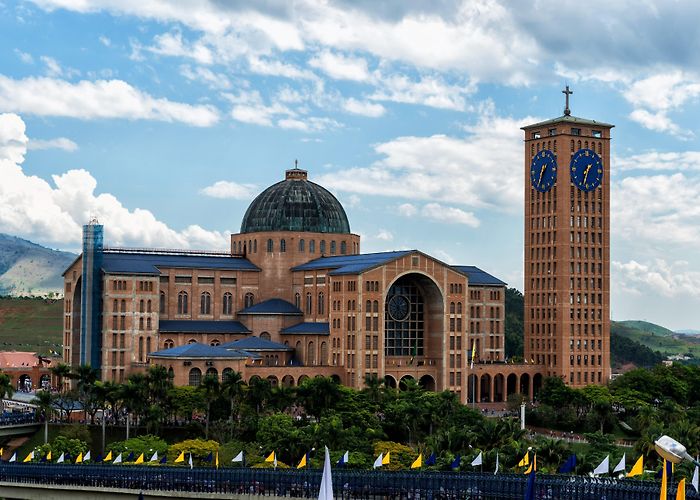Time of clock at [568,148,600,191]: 1:33
